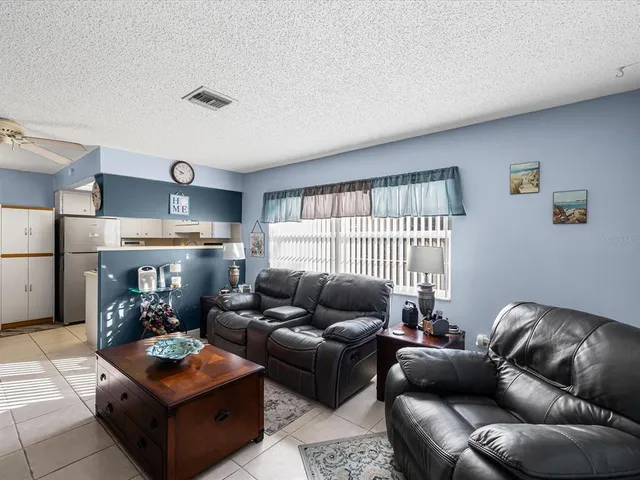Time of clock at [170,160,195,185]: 8:49
